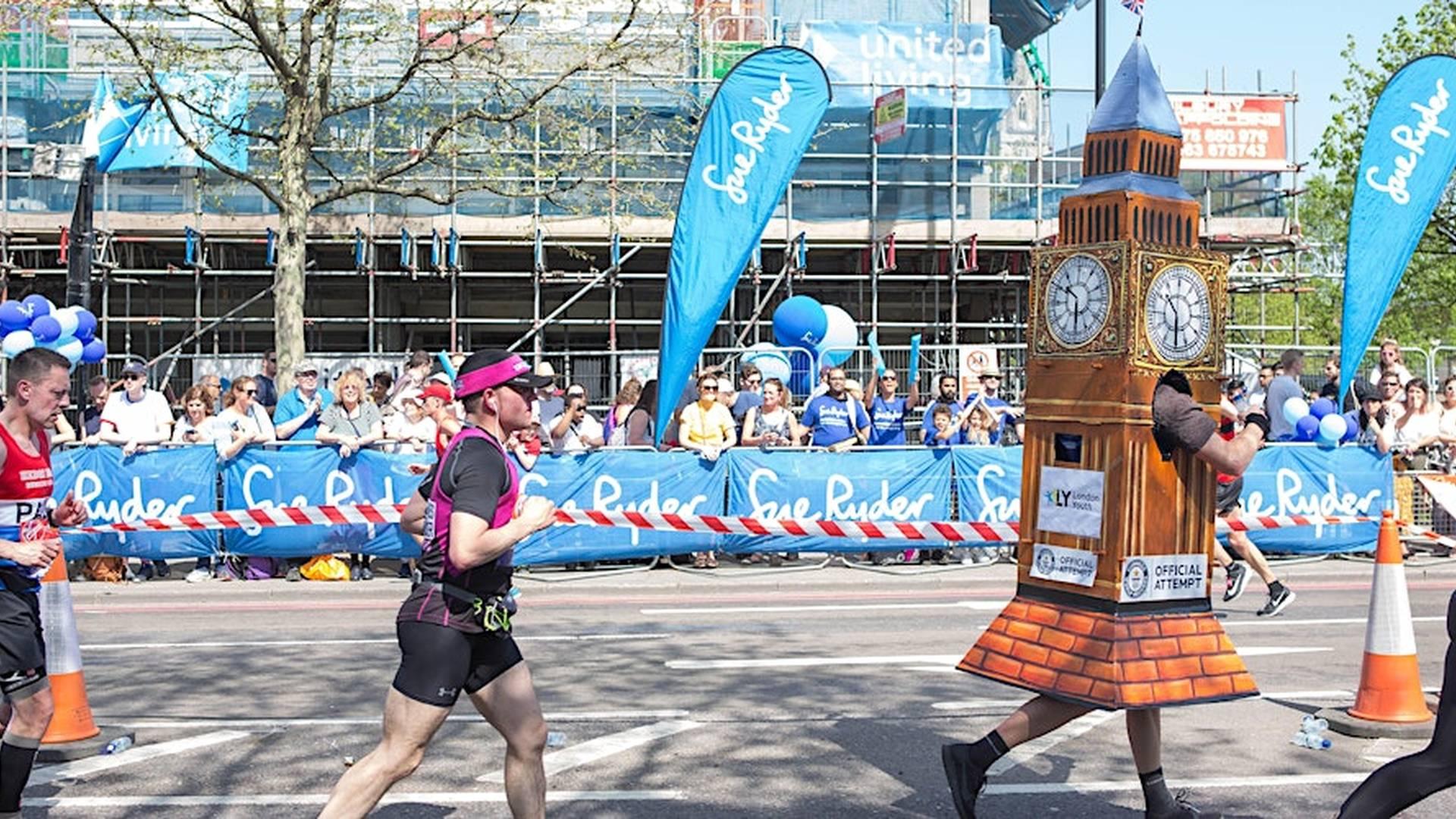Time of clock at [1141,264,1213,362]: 10:30
